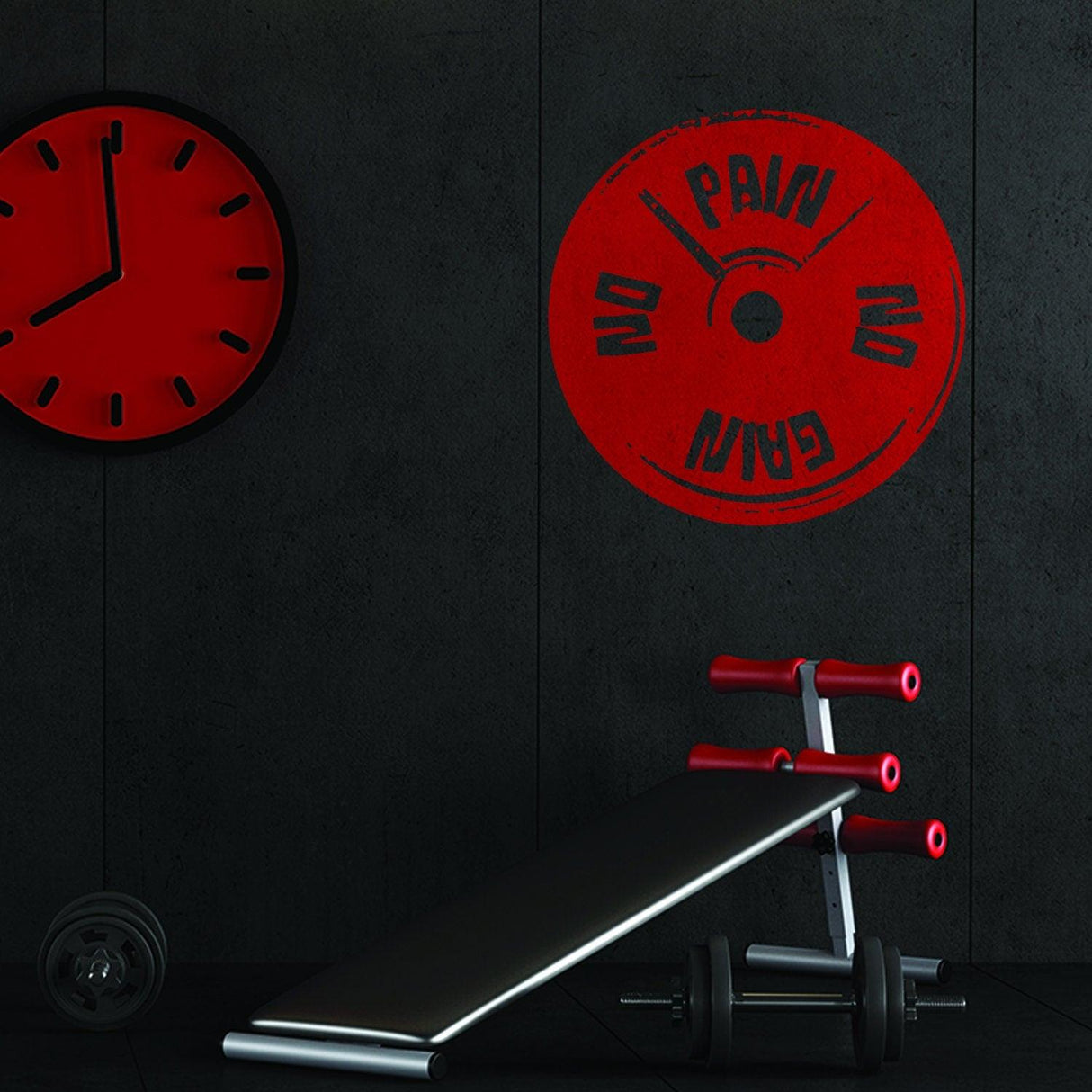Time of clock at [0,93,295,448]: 7:59
